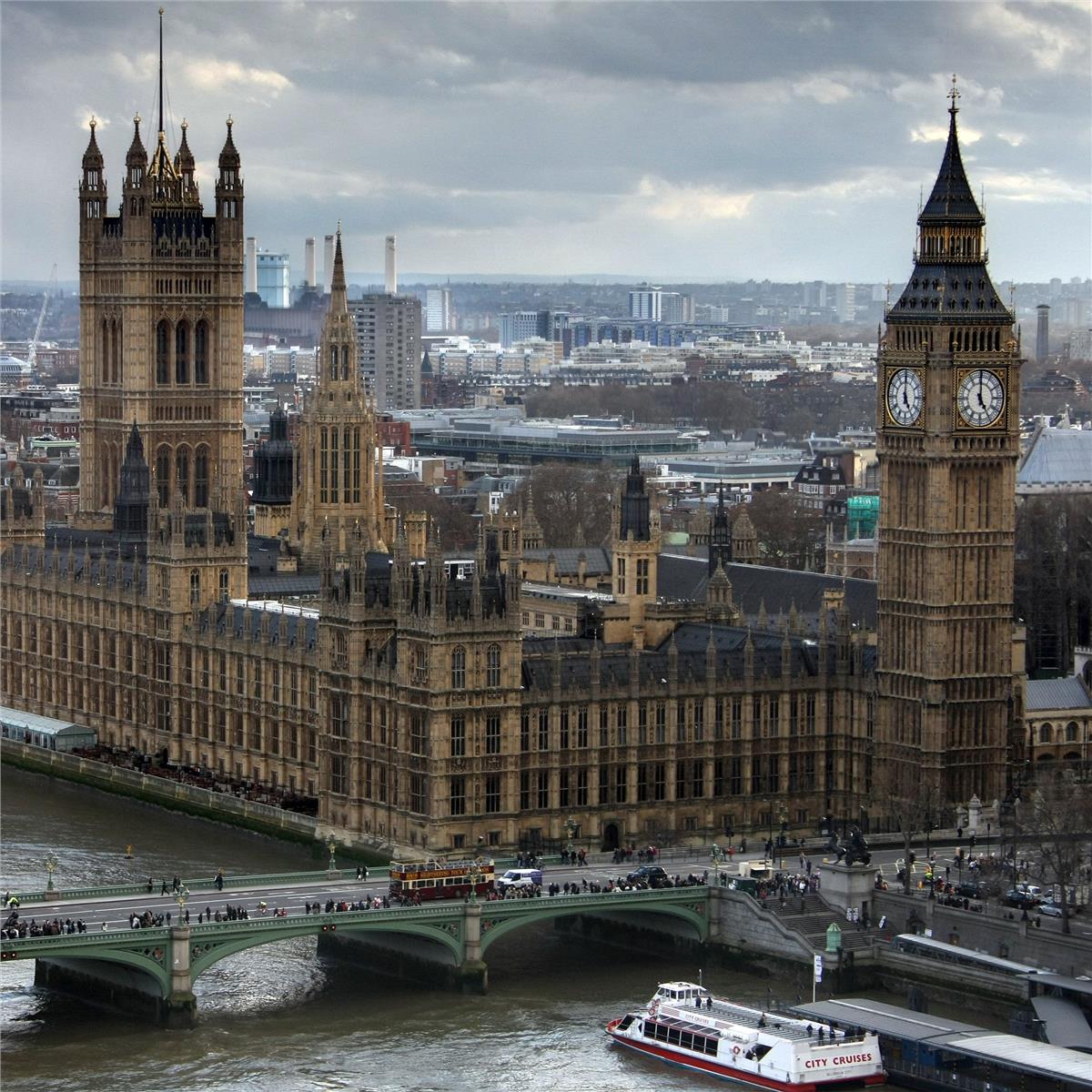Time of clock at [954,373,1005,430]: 5:00
